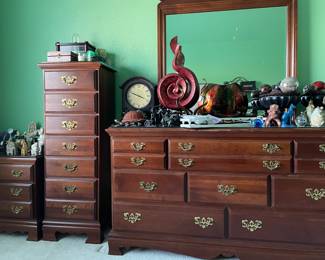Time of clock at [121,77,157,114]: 3:48
